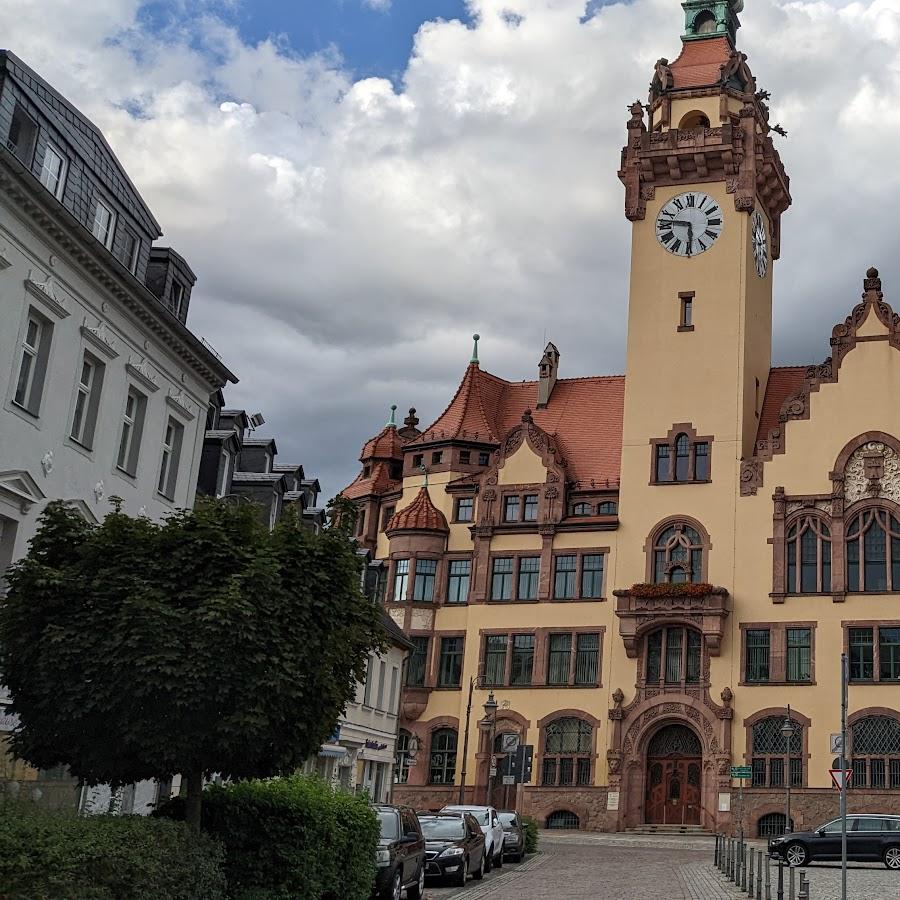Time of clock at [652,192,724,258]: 5:46
